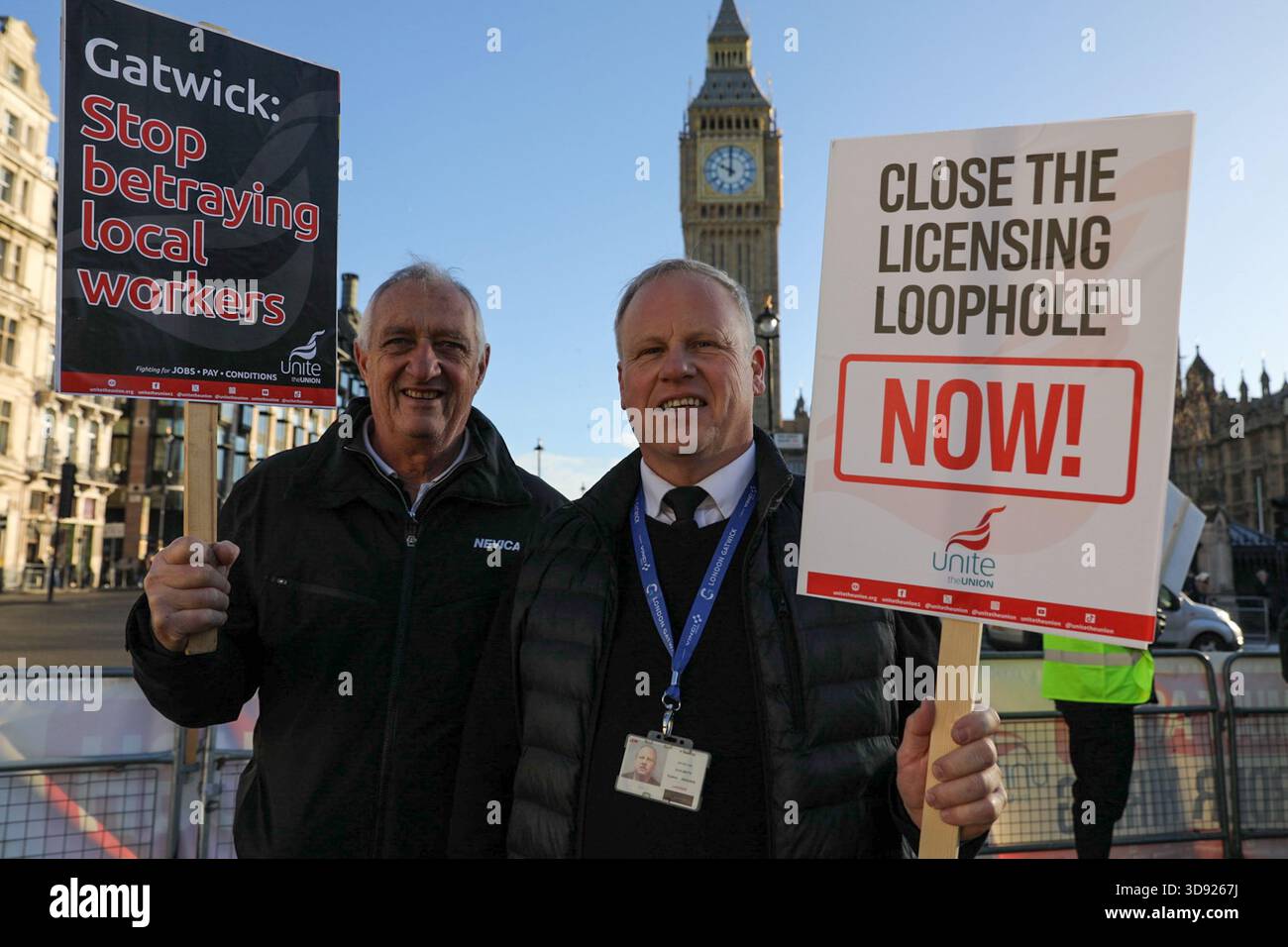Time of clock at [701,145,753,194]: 10:00
